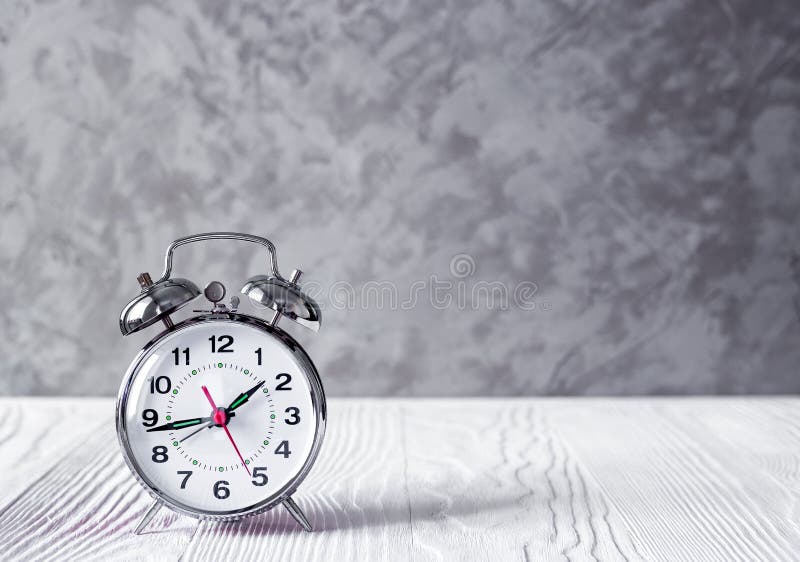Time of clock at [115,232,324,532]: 1:43
